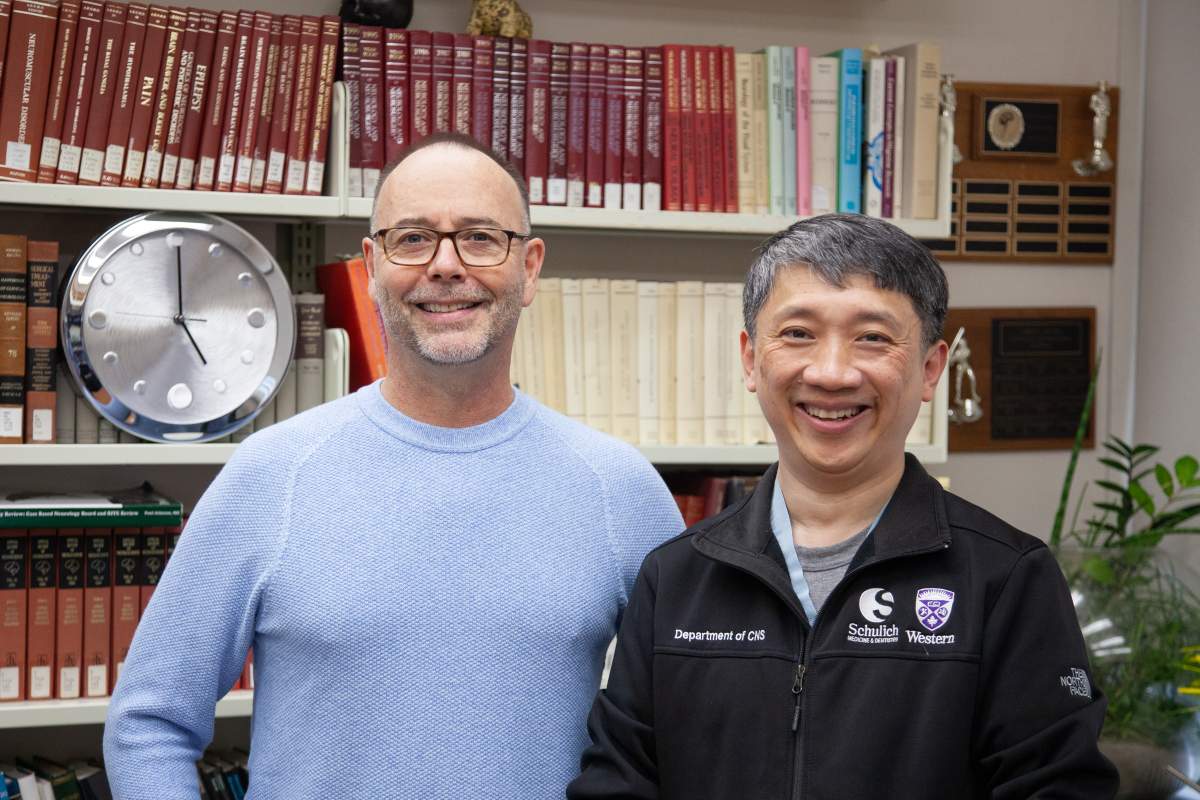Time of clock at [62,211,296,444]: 5:00
